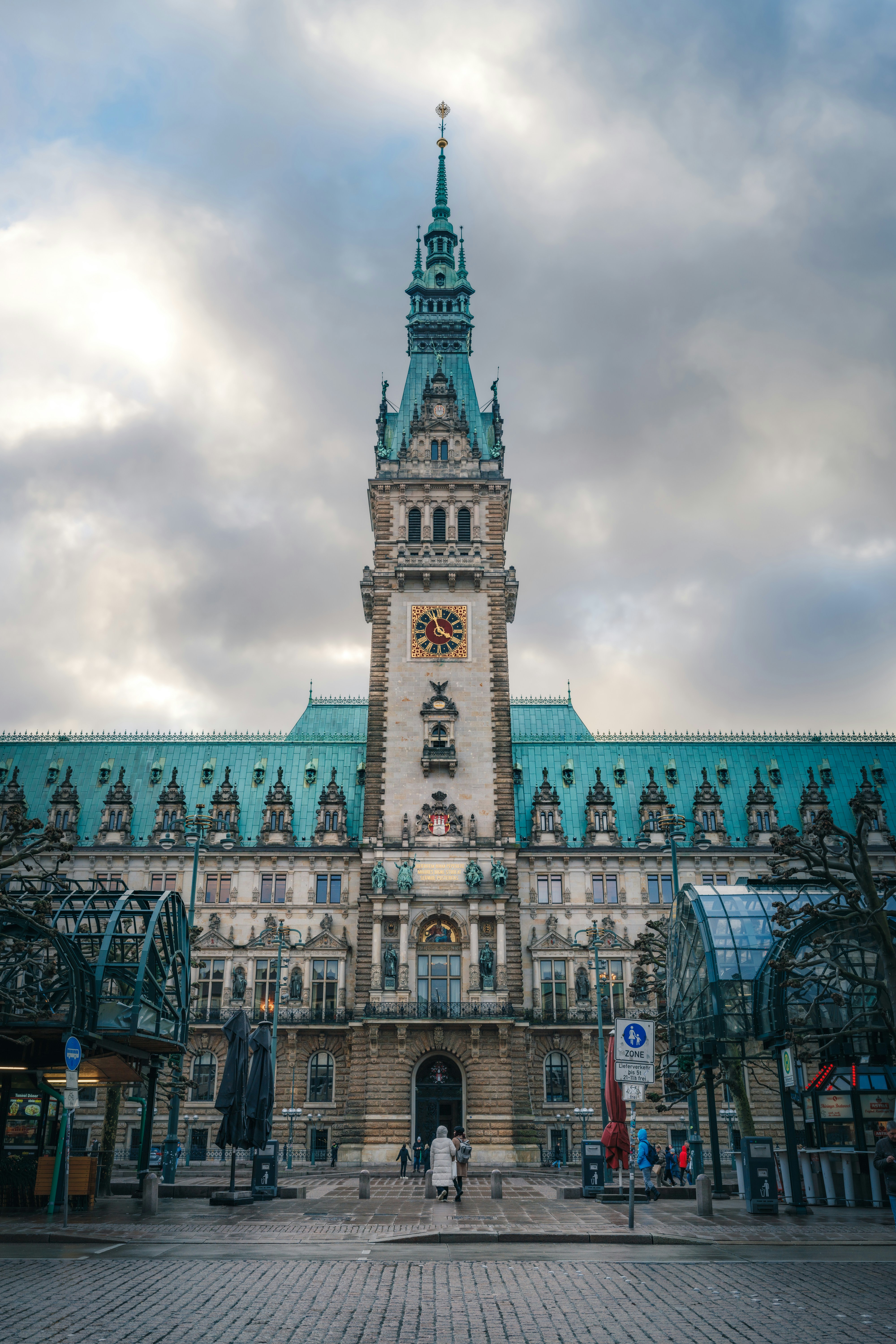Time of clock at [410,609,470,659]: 3:56
